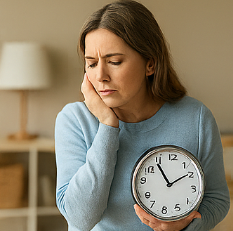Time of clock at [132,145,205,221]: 1:54
